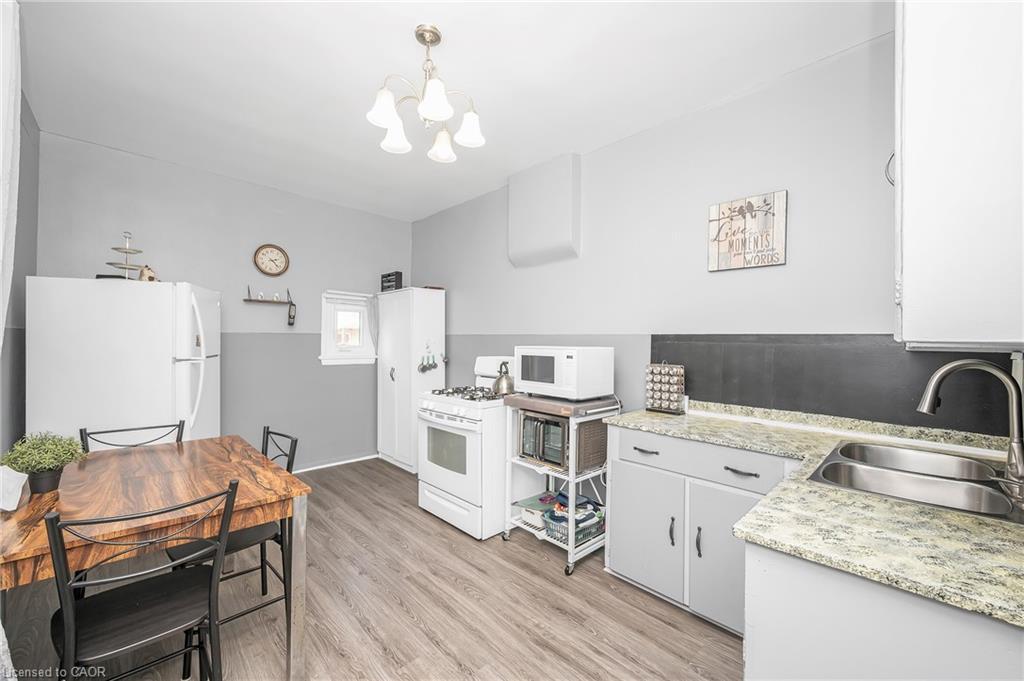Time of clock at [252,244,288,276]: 2:22
